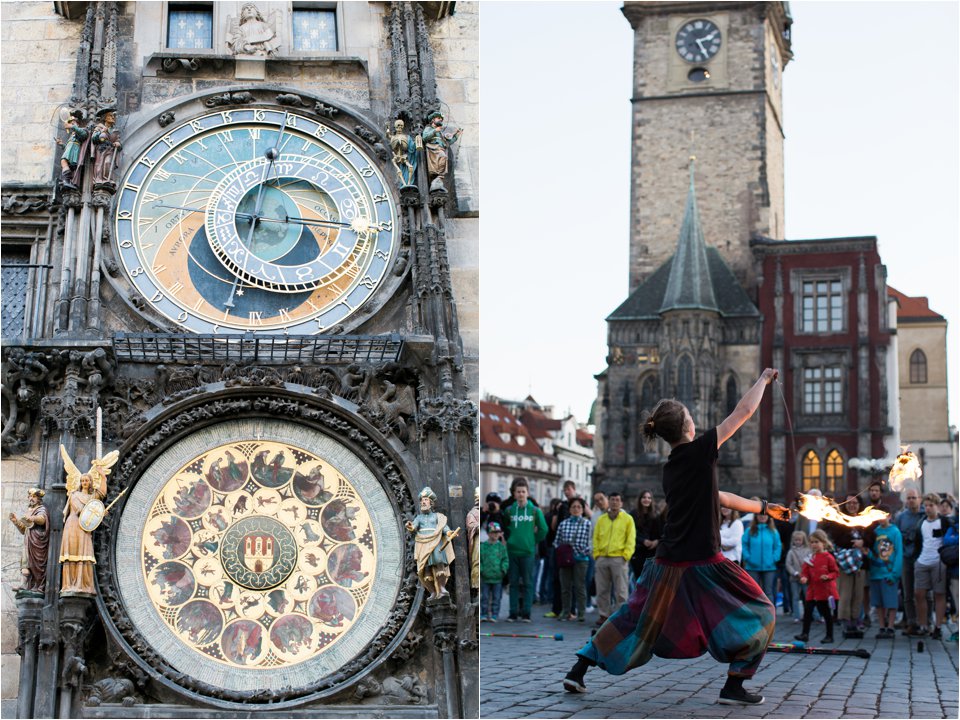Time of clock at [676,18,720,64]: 2:24
